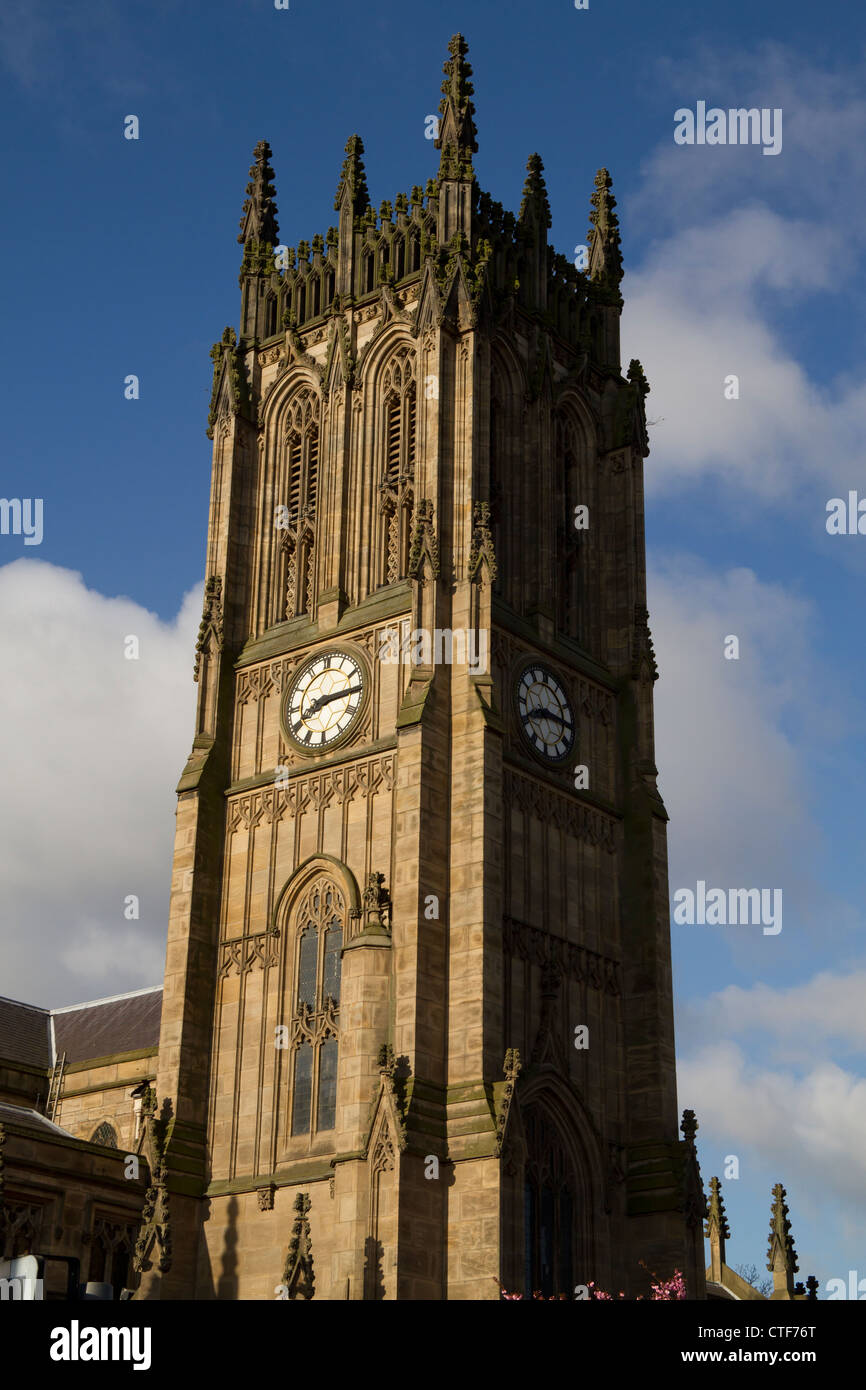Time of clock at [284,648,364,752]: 8:14
